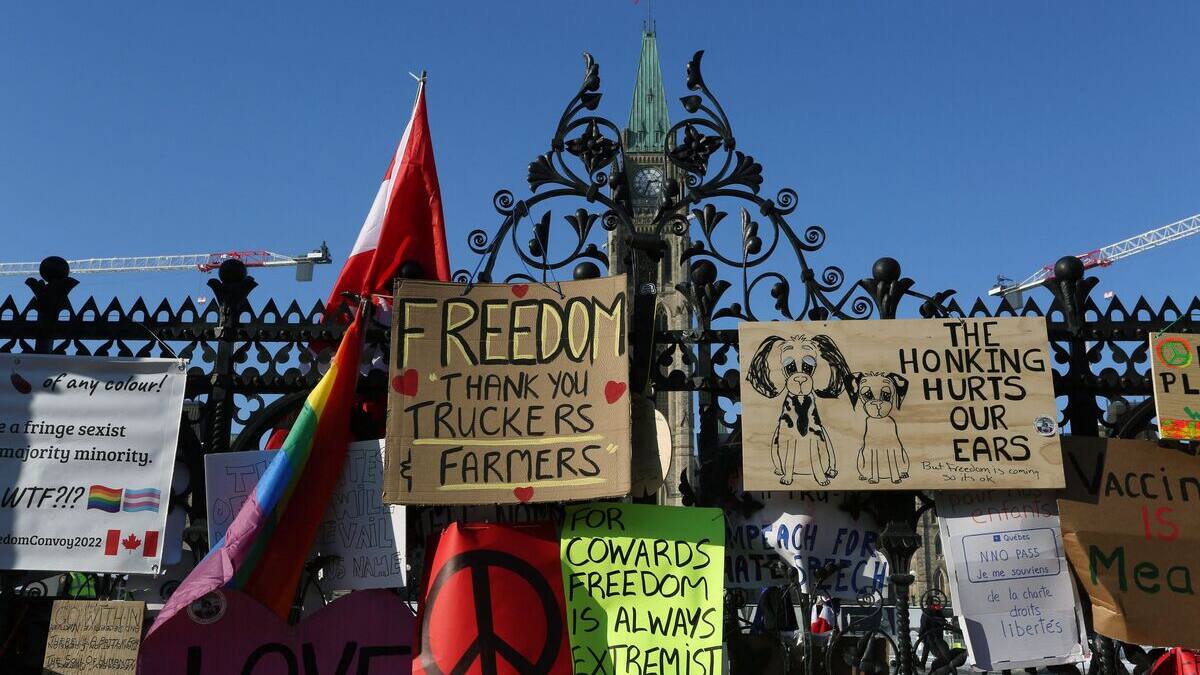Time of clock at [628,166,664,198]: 2:34
